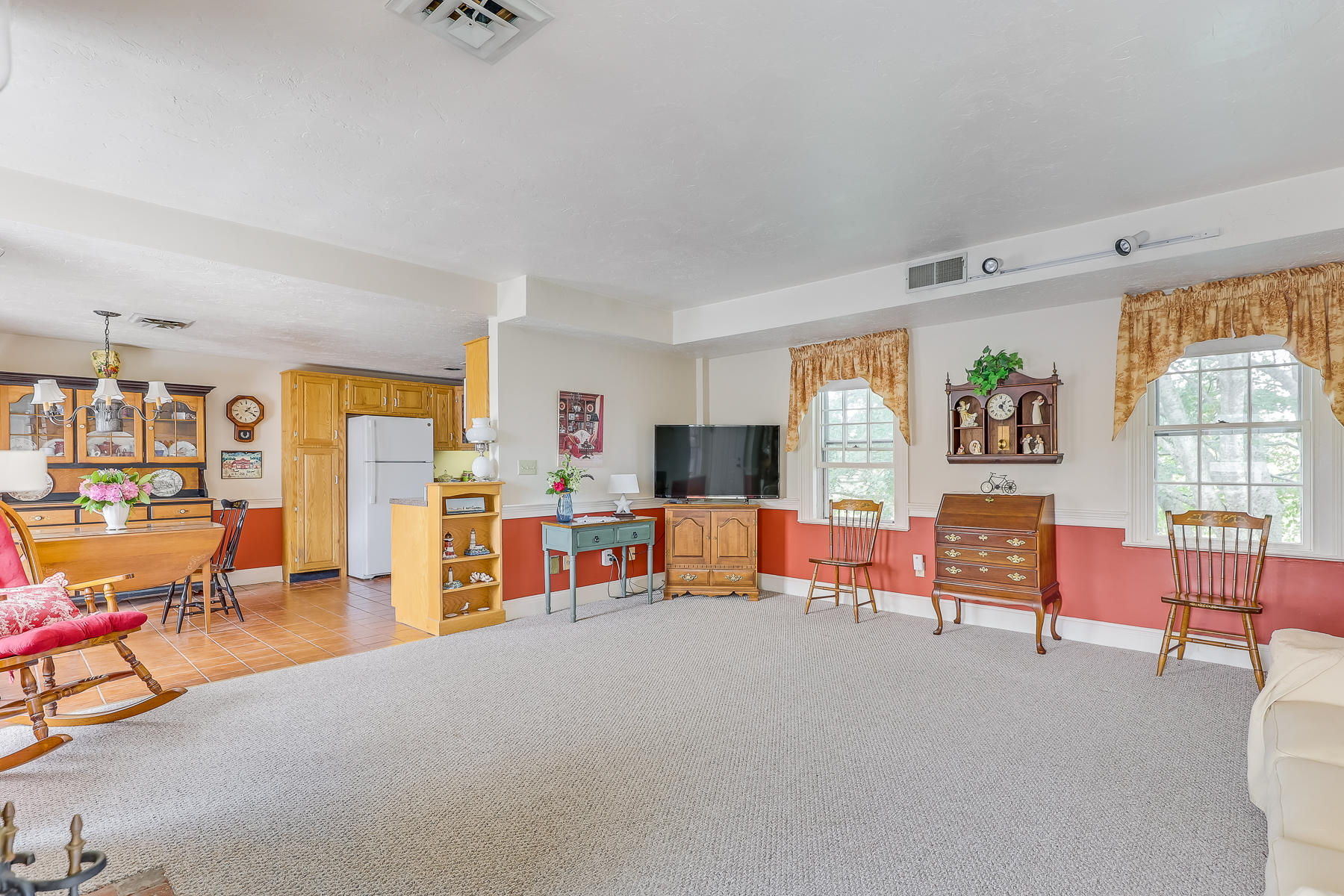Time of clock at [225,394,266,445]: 1:19
